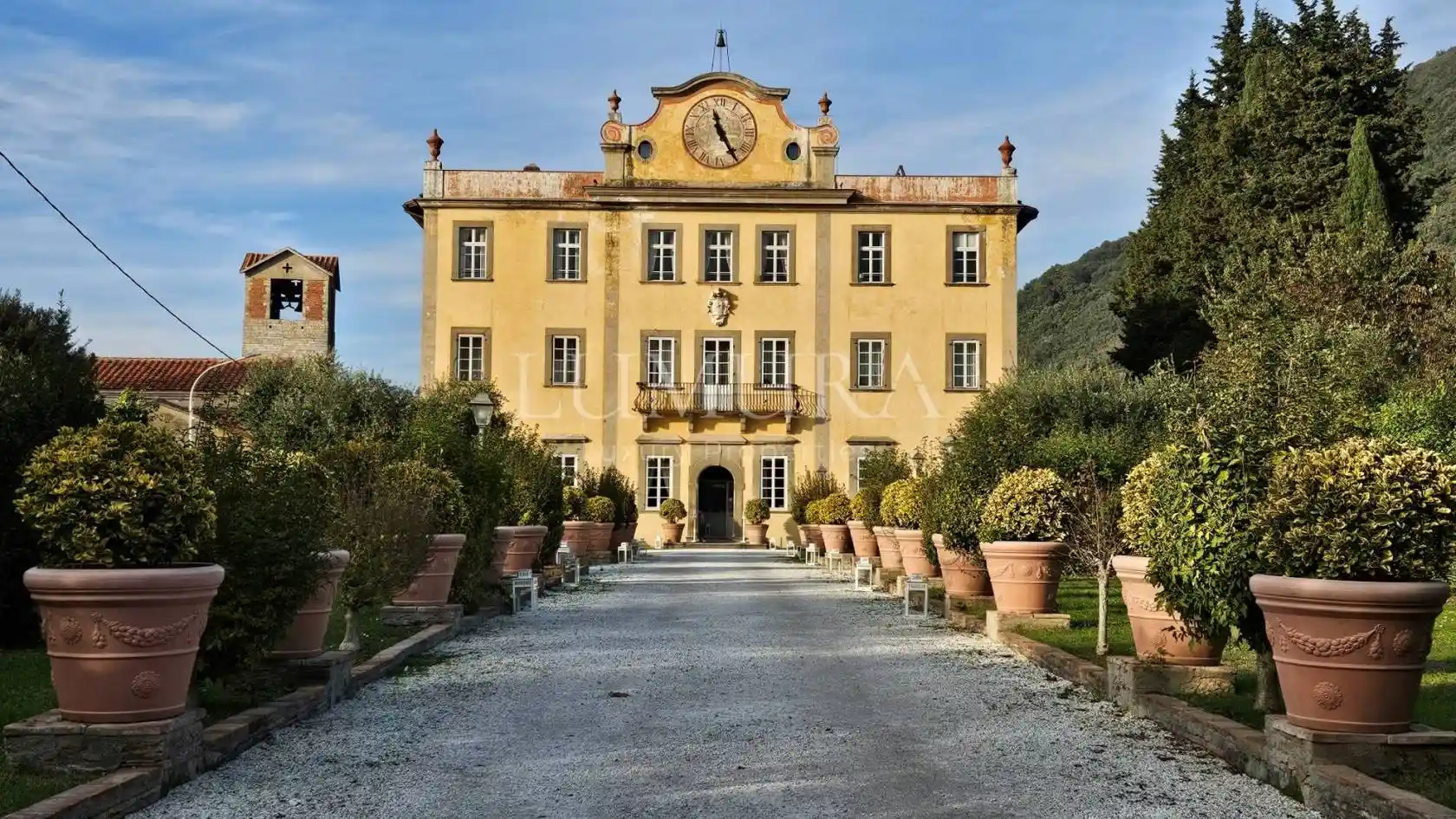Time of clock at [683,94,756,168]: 11:25
